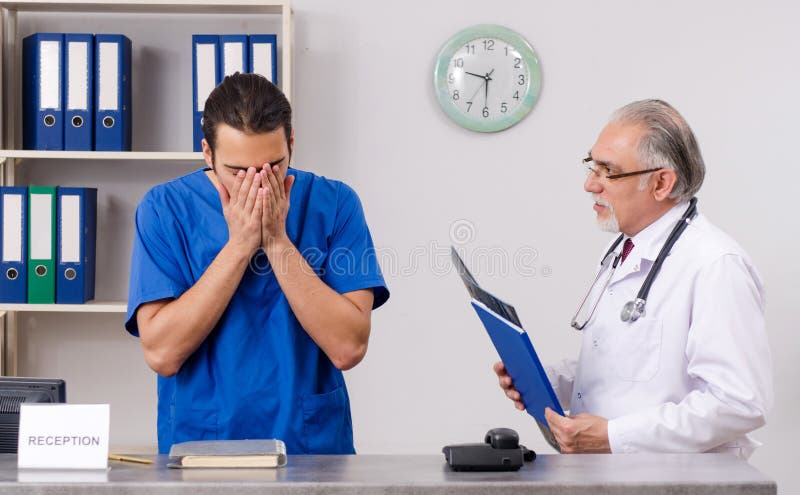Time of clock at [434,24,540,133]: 9:30
